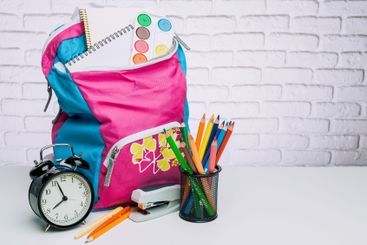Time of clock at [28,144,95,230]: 7:56
